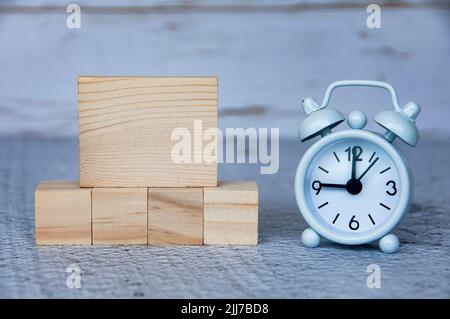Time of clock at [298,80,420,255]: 9:00
